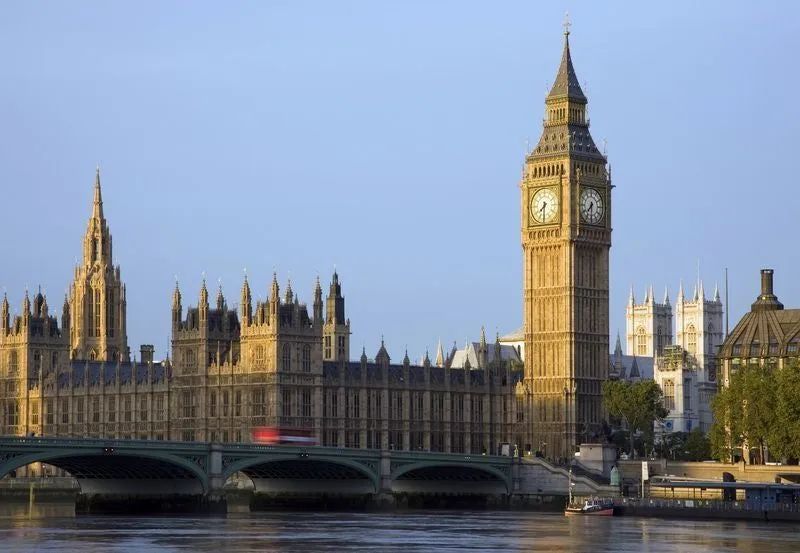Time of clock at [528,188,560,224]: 7:30
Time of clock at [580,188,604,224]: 7:30
